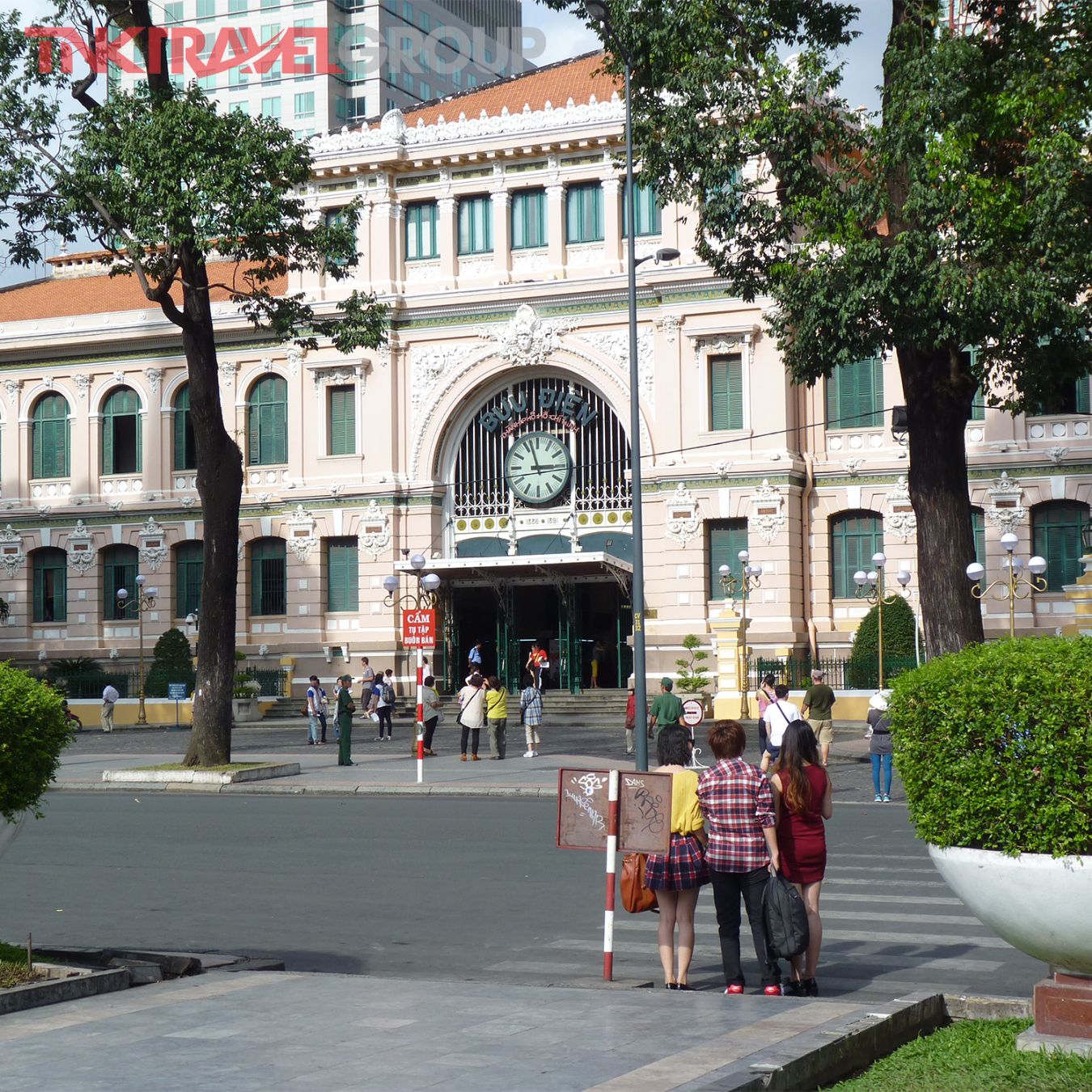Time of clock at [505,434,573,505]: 2:57
